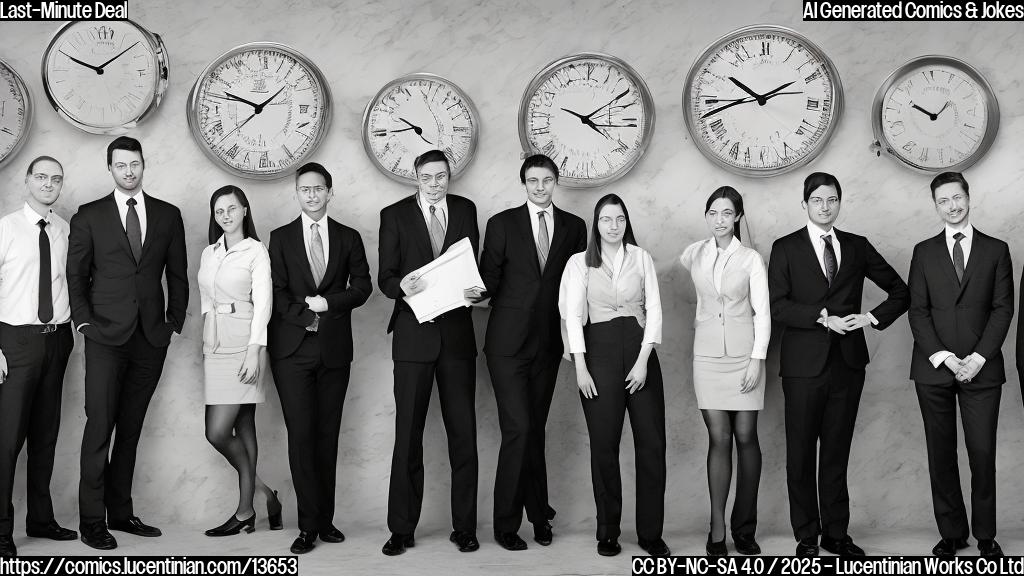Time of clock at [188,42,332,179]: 1:47
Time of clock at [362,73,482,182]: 9:44
